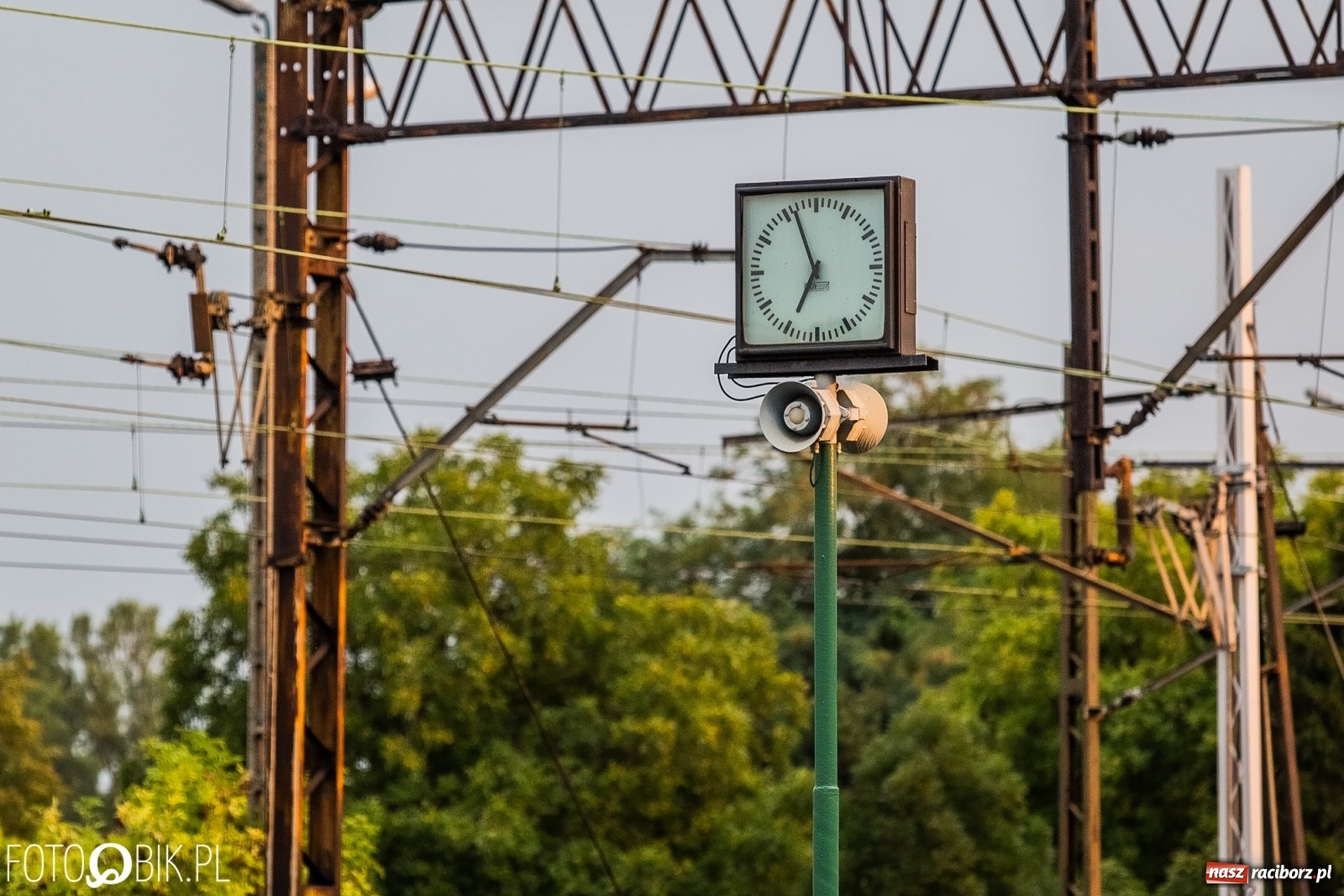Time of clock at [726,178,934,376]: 6:56
